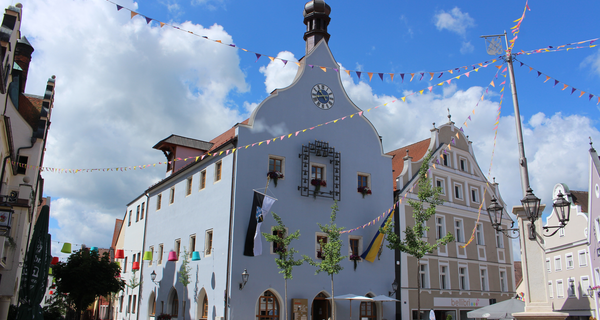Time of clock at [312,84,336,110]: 10:42
